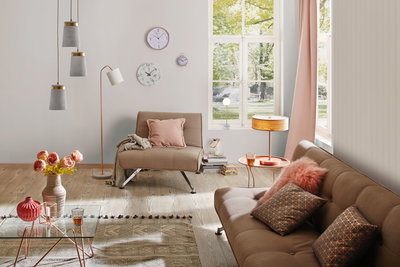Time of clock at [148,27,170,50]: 10:07
